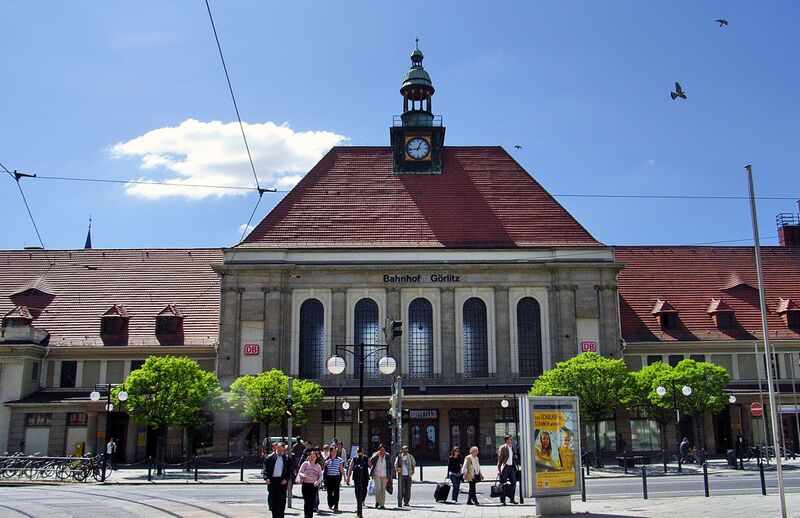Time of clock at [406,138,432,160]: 12:43
